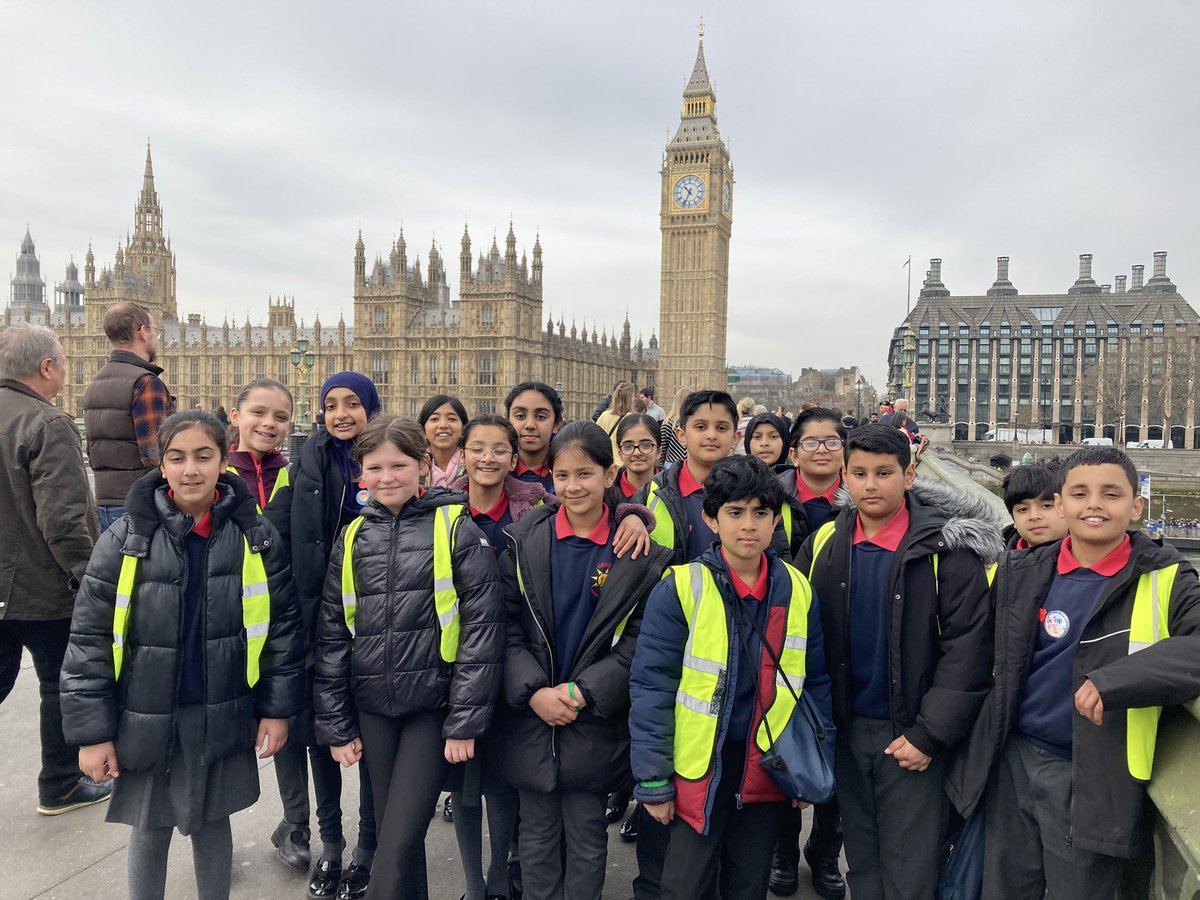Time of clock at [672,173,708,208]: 10:34
